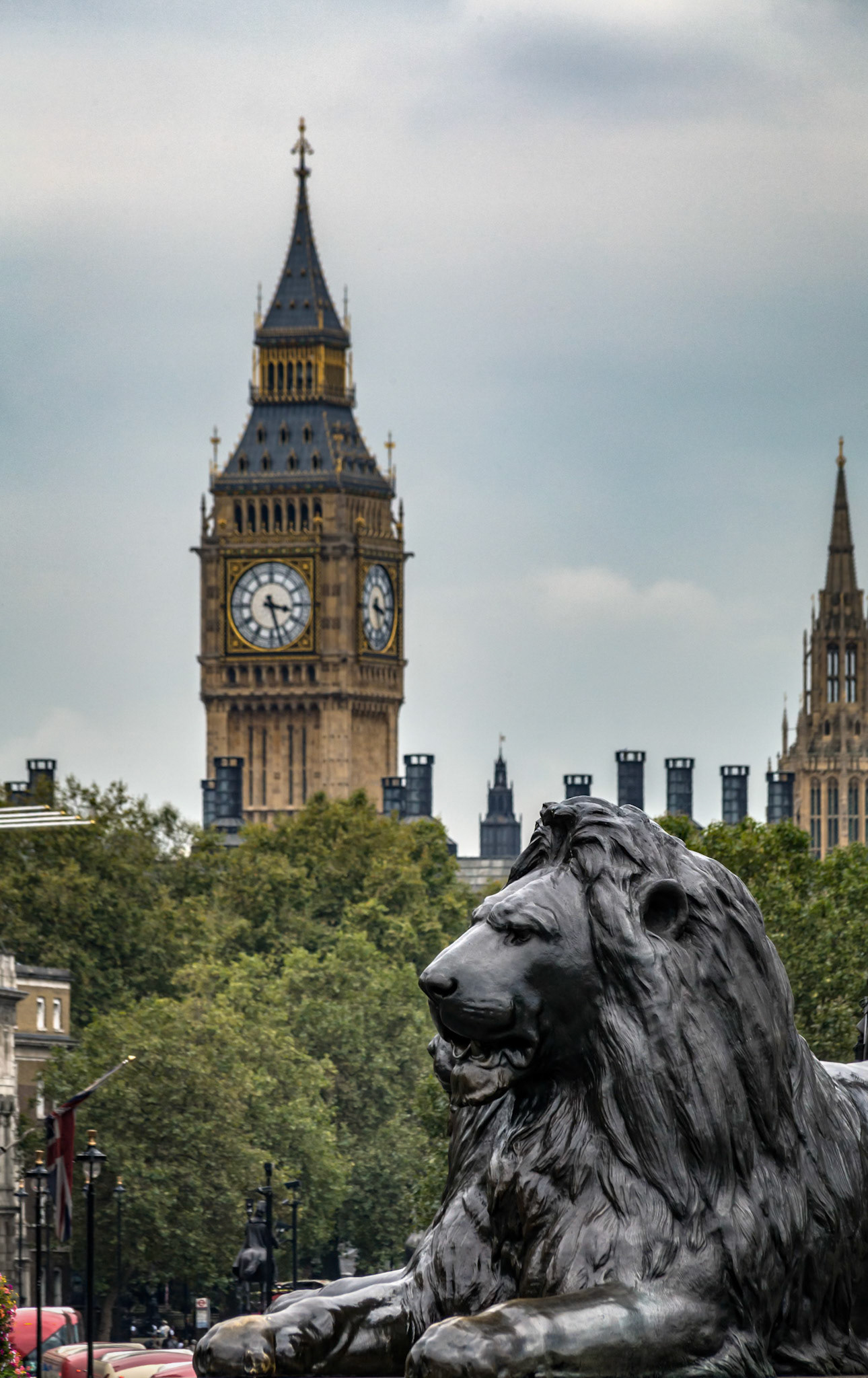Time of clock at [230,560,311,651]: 3:27
